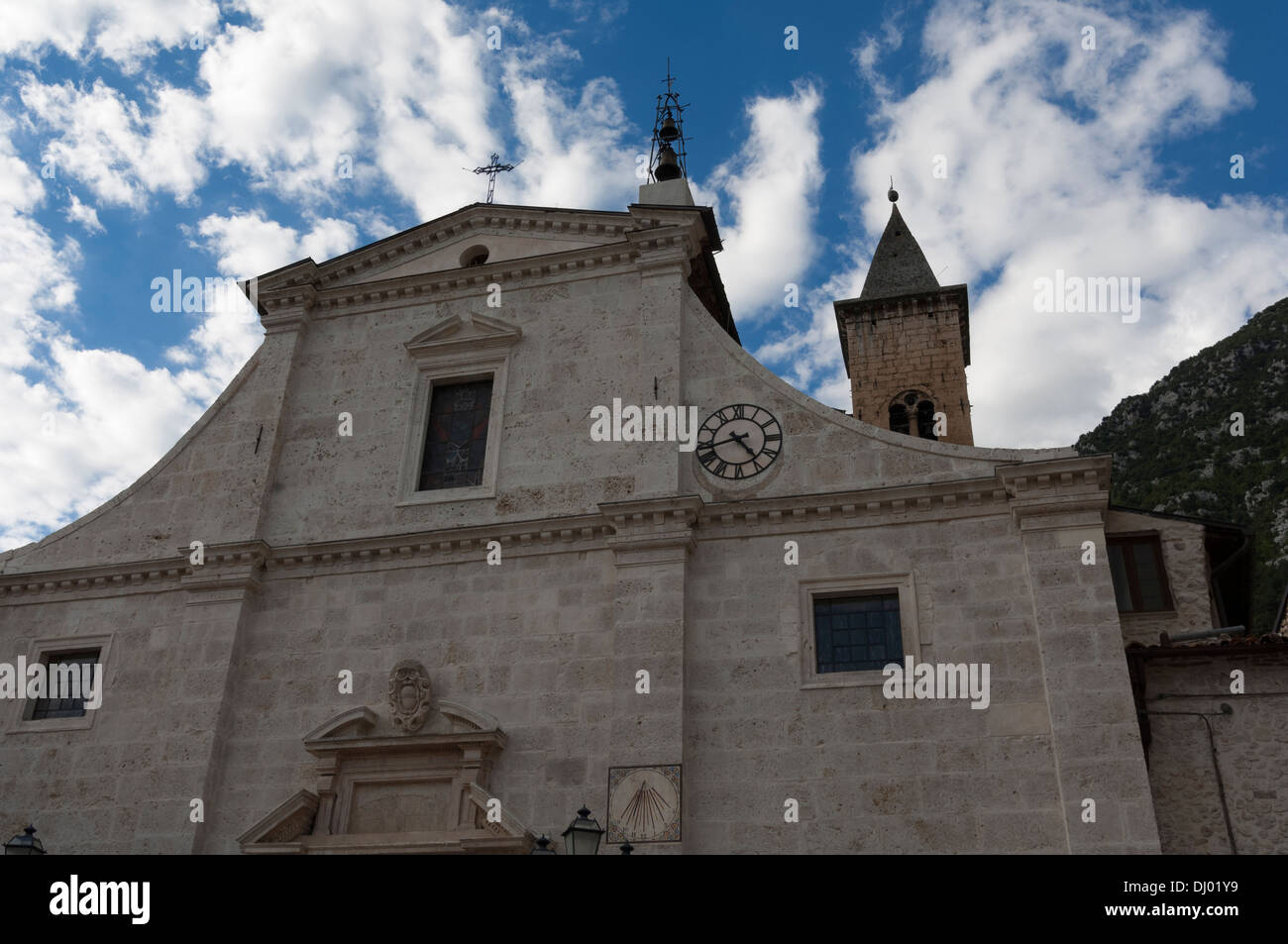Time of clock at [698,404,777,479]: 4:42
